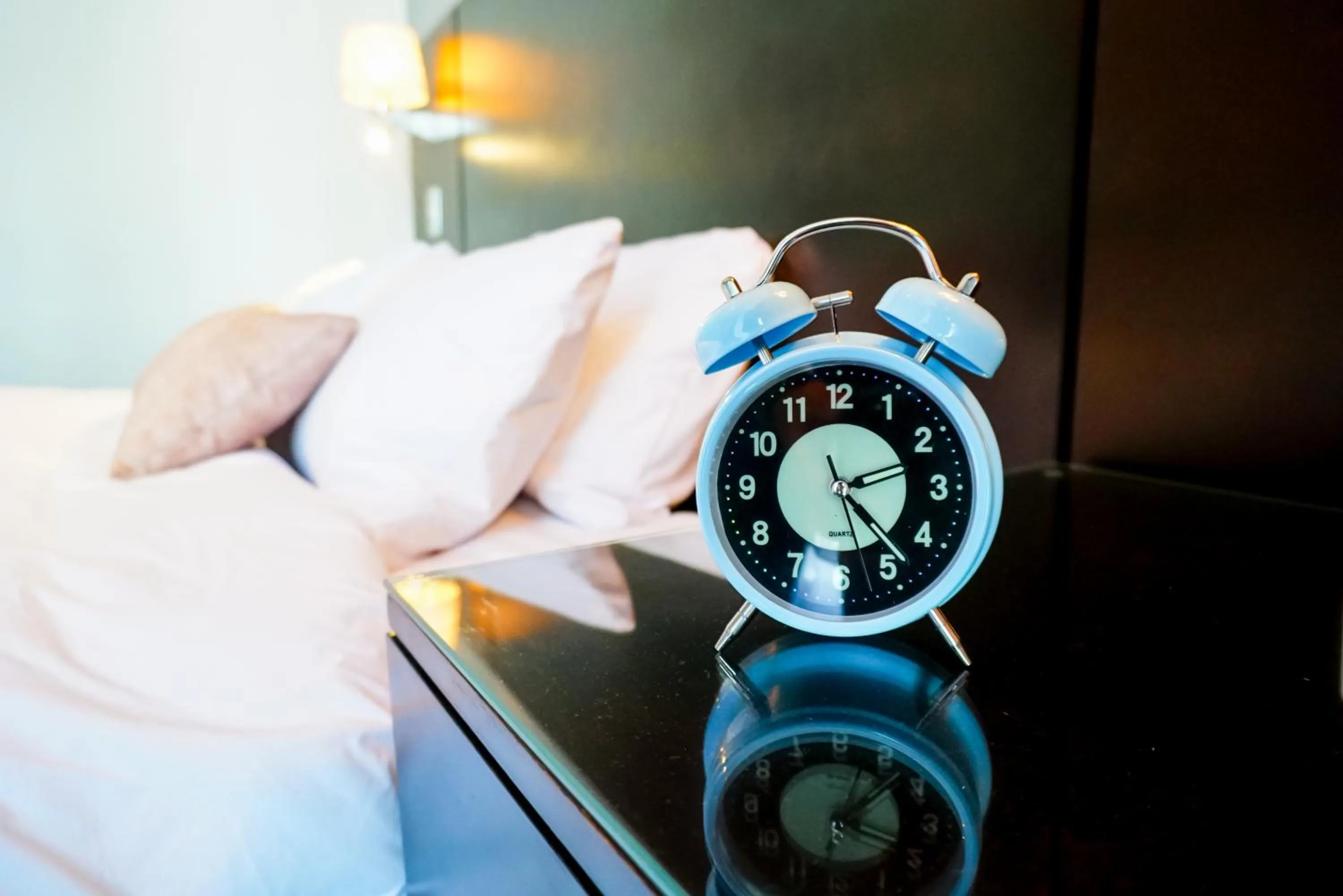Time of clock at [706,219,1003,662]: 2:23
